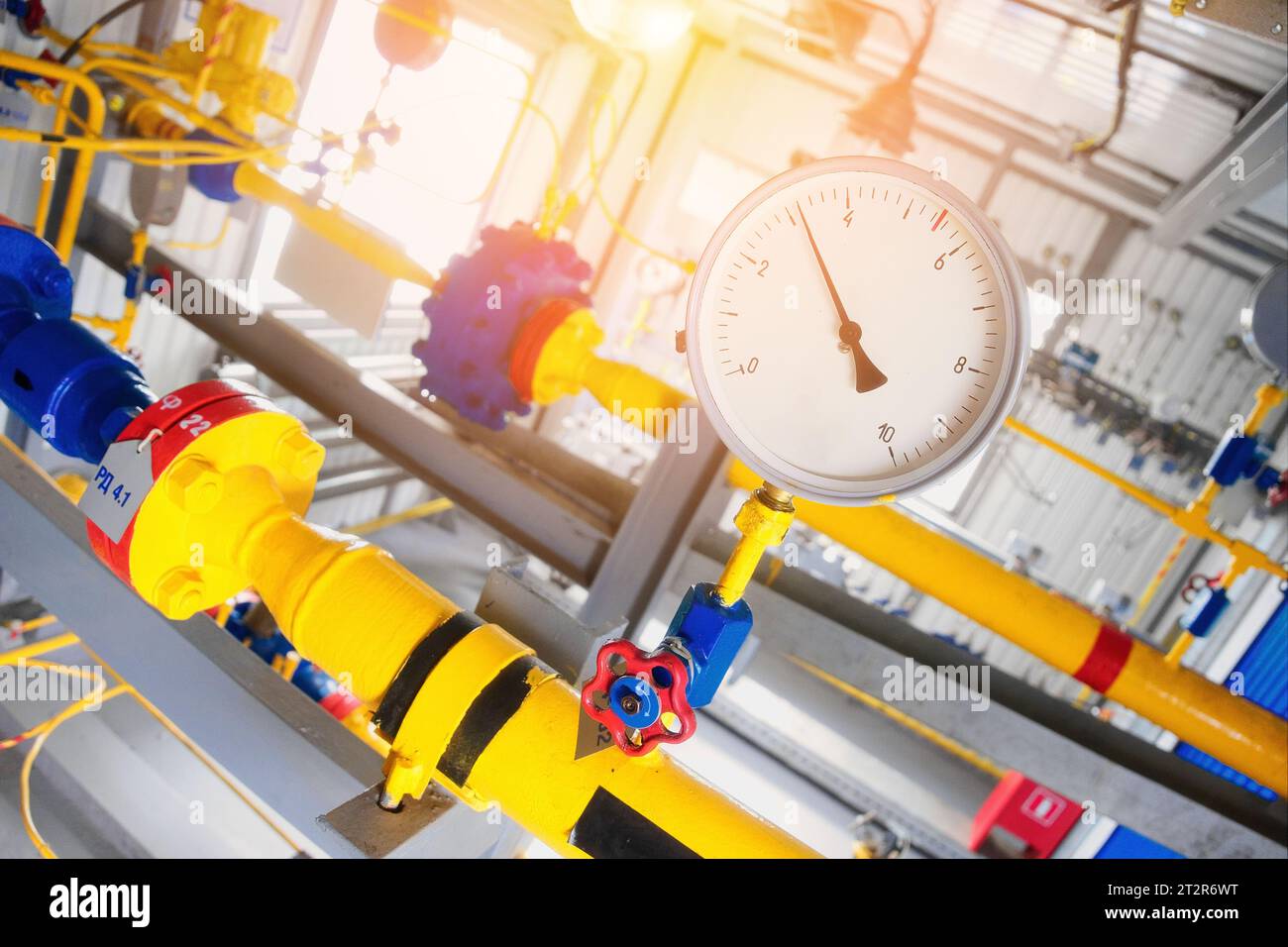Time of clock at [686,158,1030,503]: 4:56
